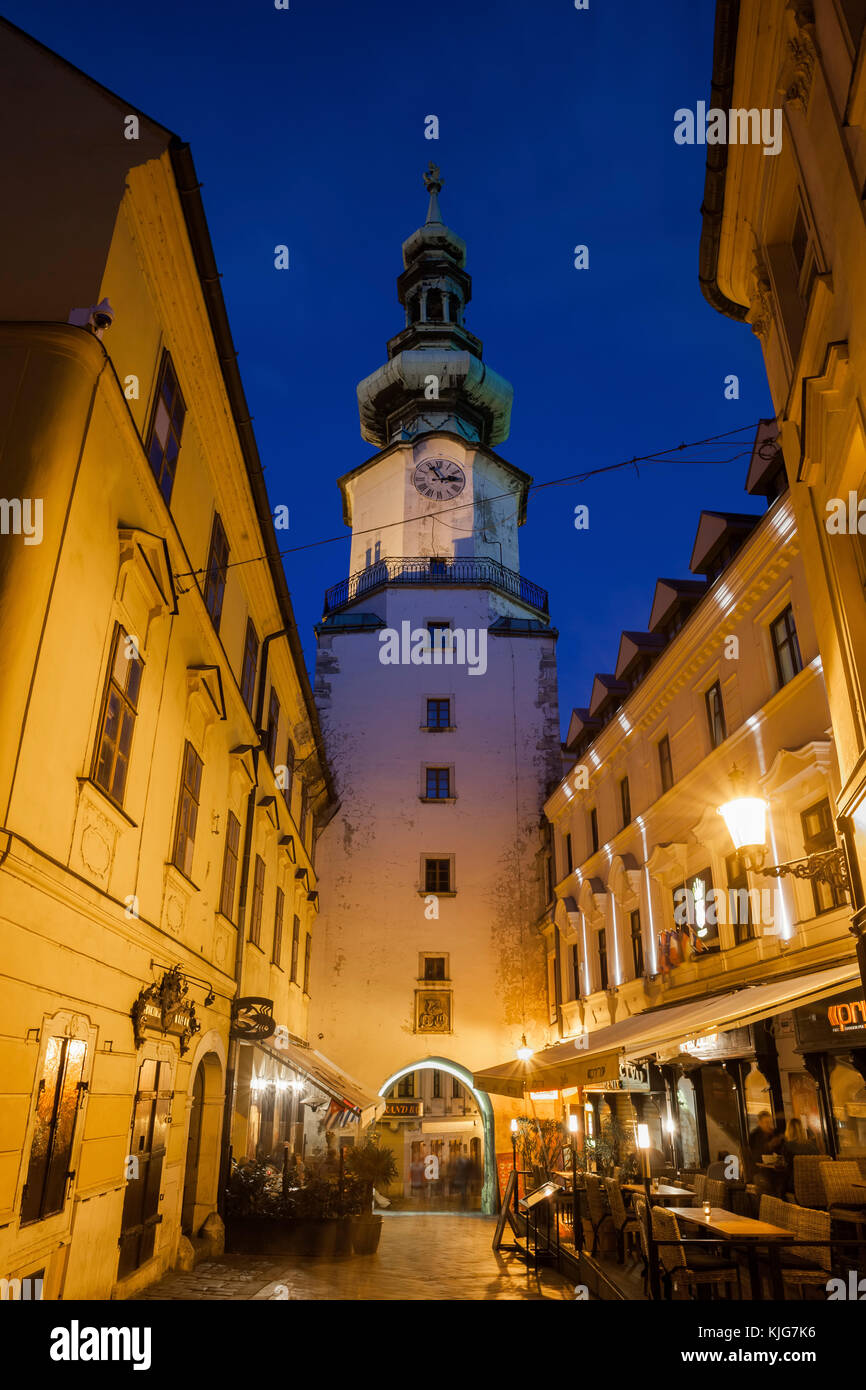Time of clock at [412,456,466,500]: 11:13
